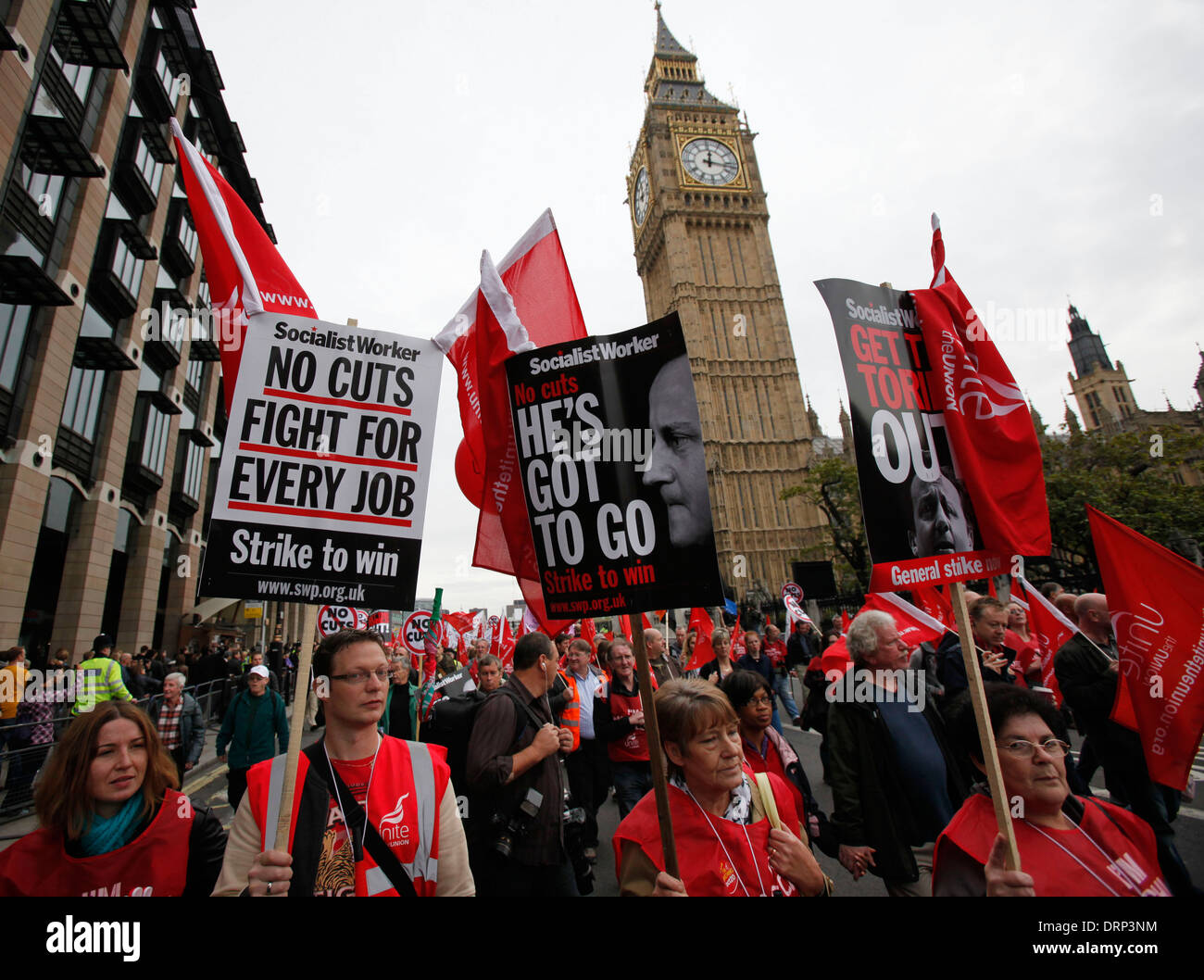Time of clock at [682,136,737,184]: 12:17
